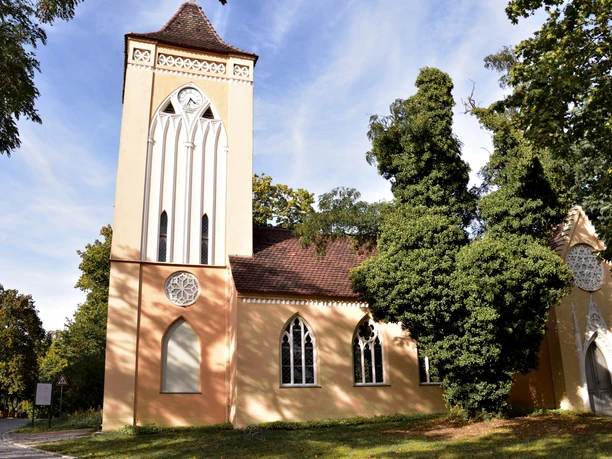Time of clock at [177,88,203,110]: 4:33
